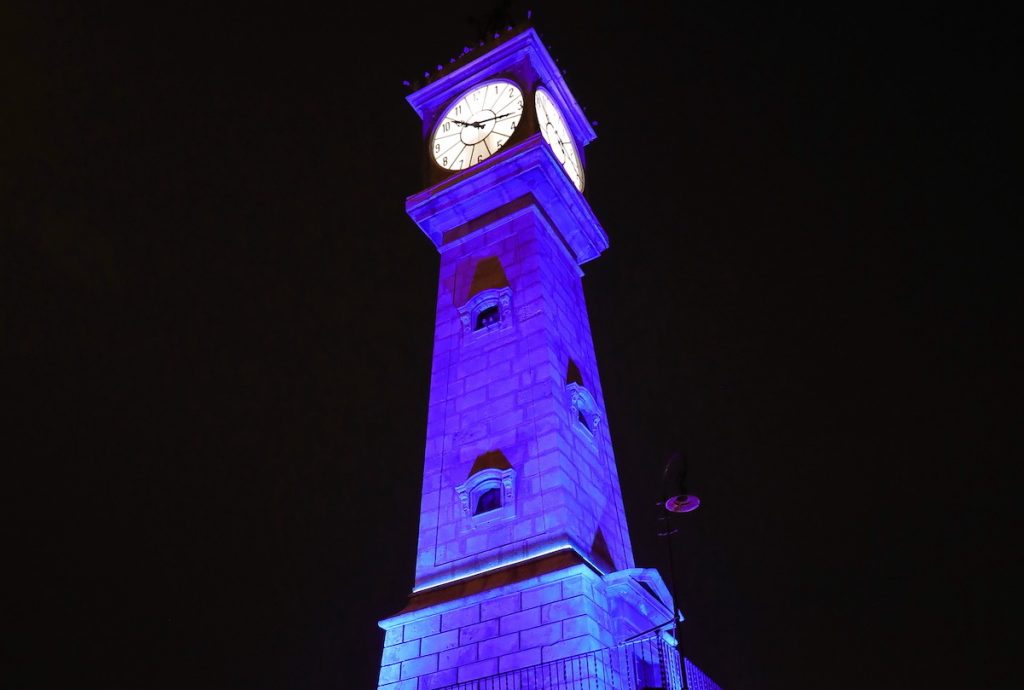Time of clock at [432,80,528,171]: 10:17
